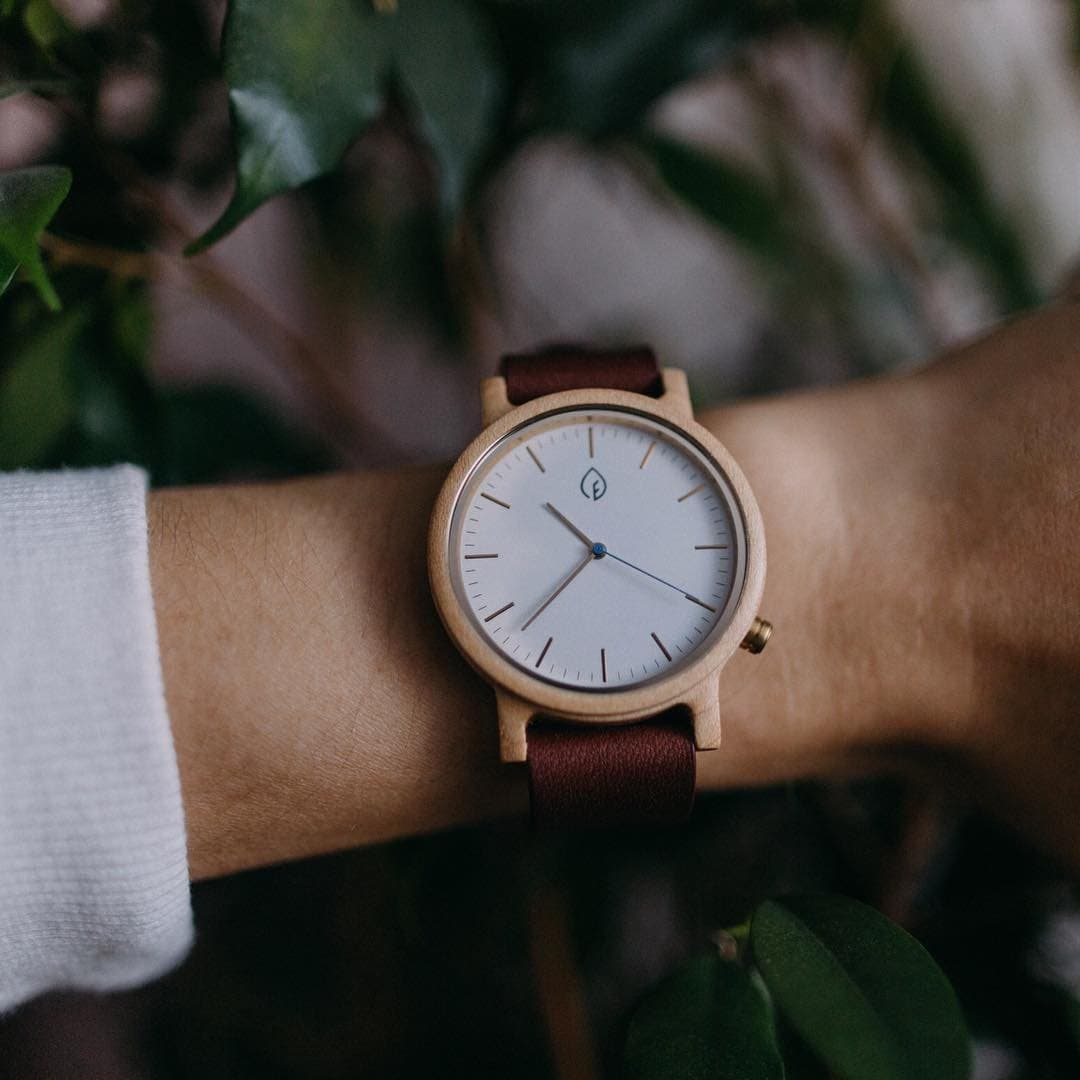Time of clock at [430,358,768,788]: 10:37
